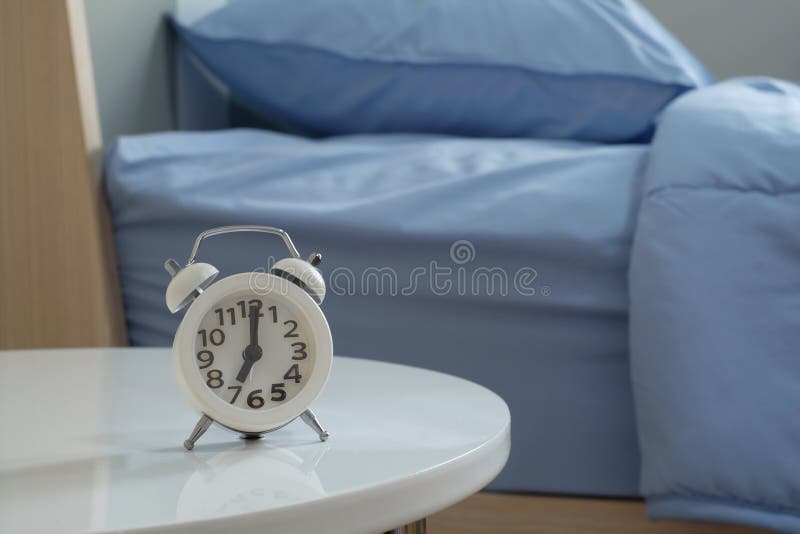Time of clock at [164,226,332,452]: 7:01
